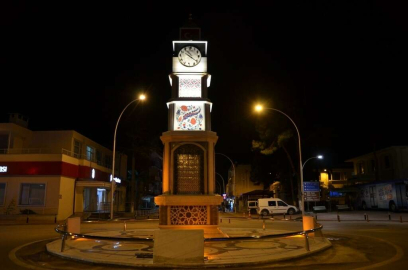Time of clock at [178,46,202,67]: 10:21
